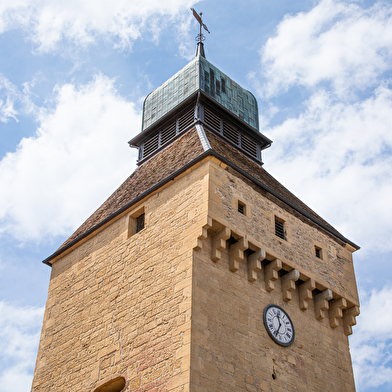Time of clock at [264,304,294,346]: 11:34
